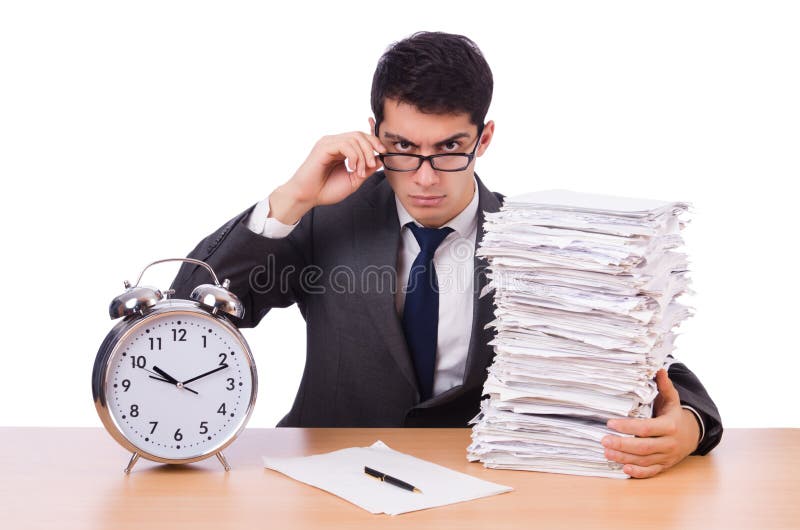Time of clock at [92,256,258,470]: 10:11
